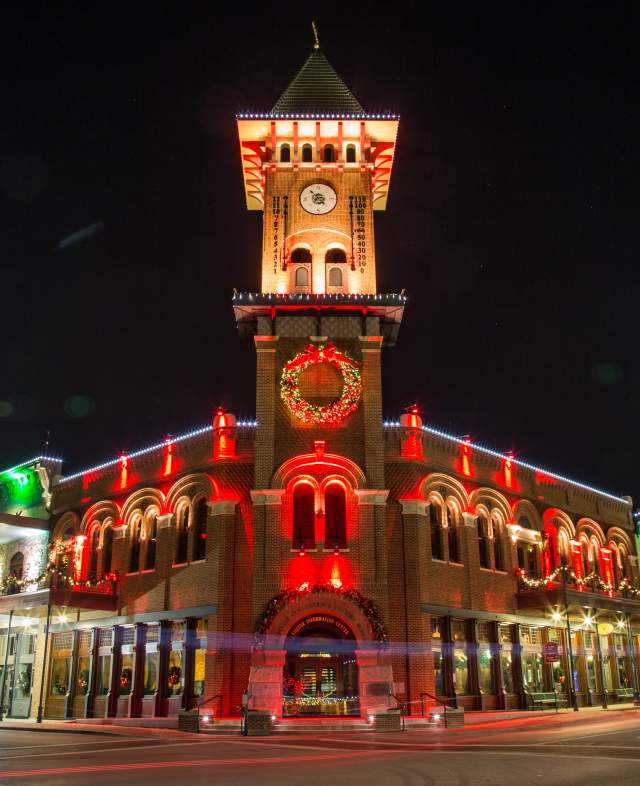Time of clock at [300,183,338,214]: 6:52
